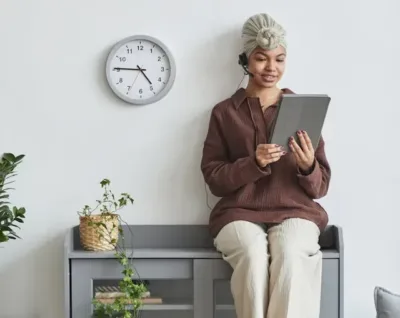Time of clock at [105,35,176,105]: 4:45
